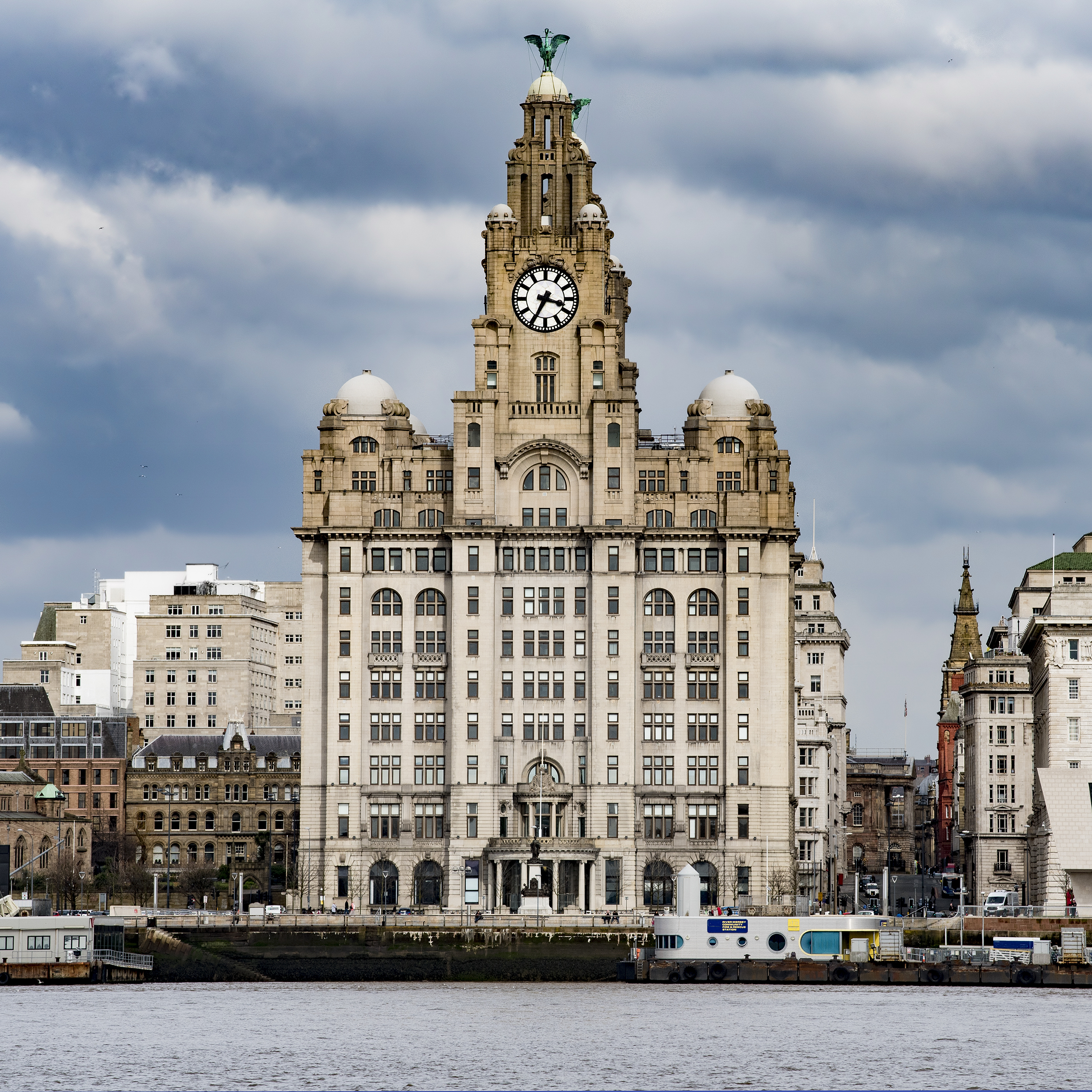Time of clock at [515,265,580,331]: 3:34
